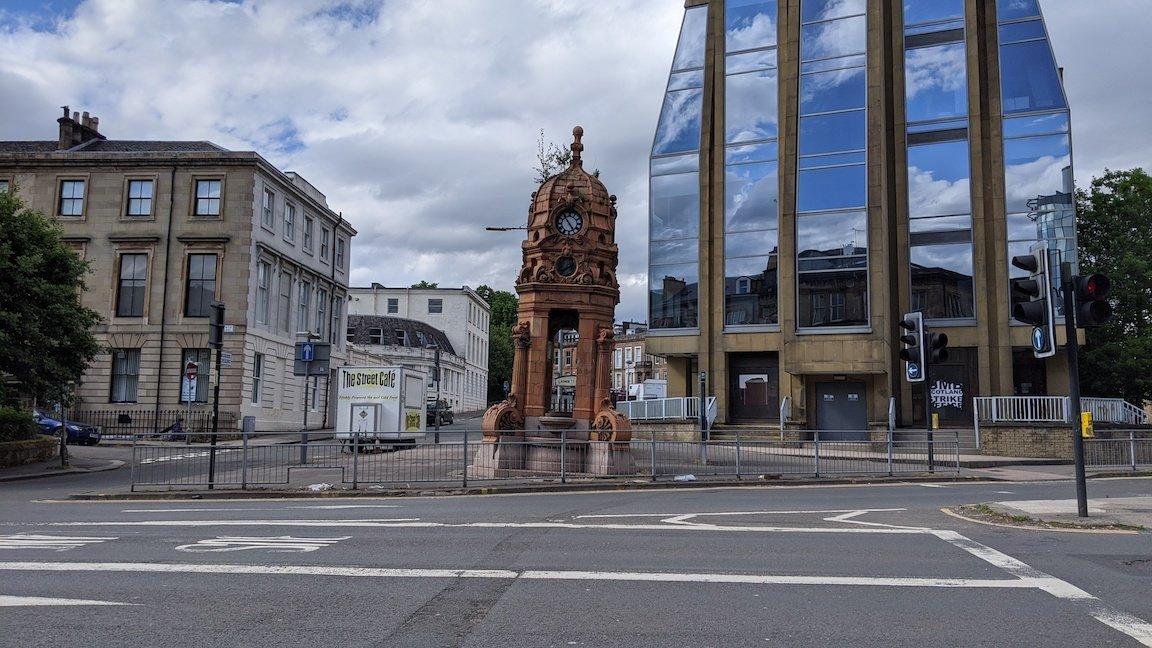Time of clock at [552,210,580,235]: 4:54
